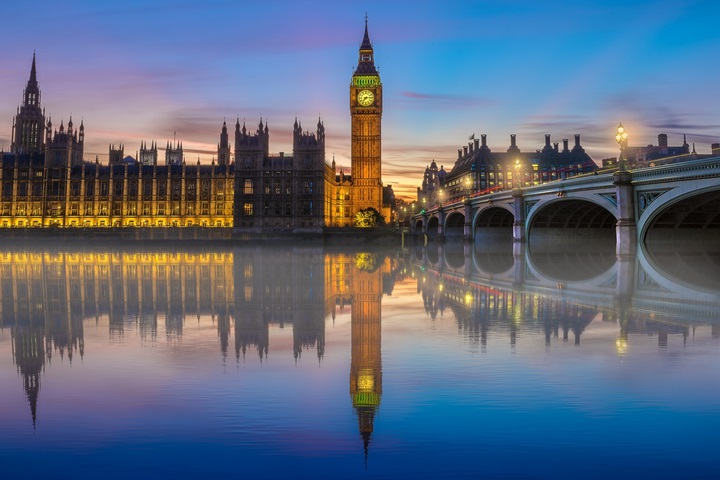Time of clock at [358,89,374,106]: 7:14
